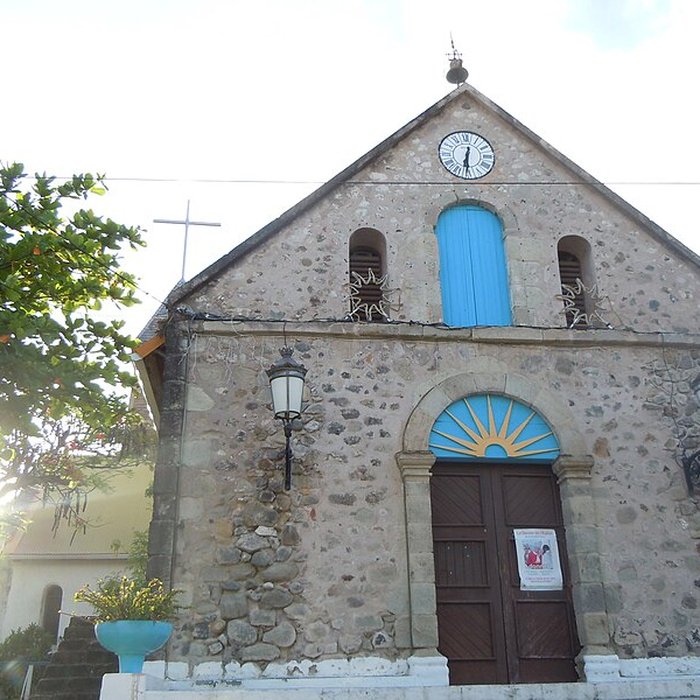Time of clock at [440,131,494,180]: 6:30
